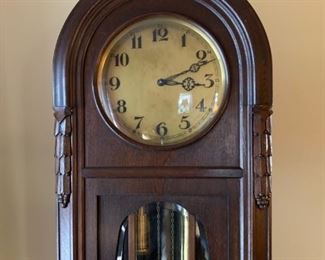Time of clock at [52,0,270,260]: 3:11
